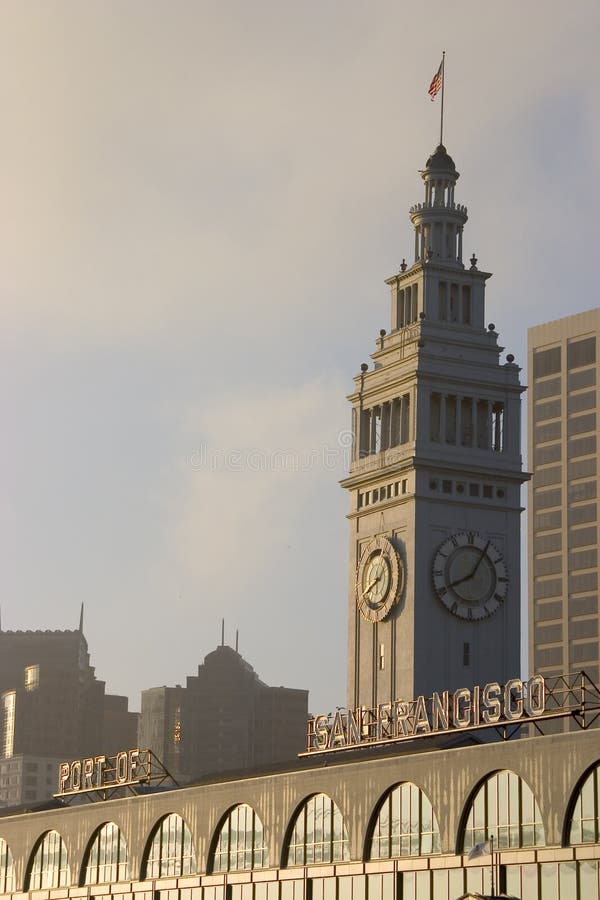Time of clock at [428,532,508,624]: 8:05
